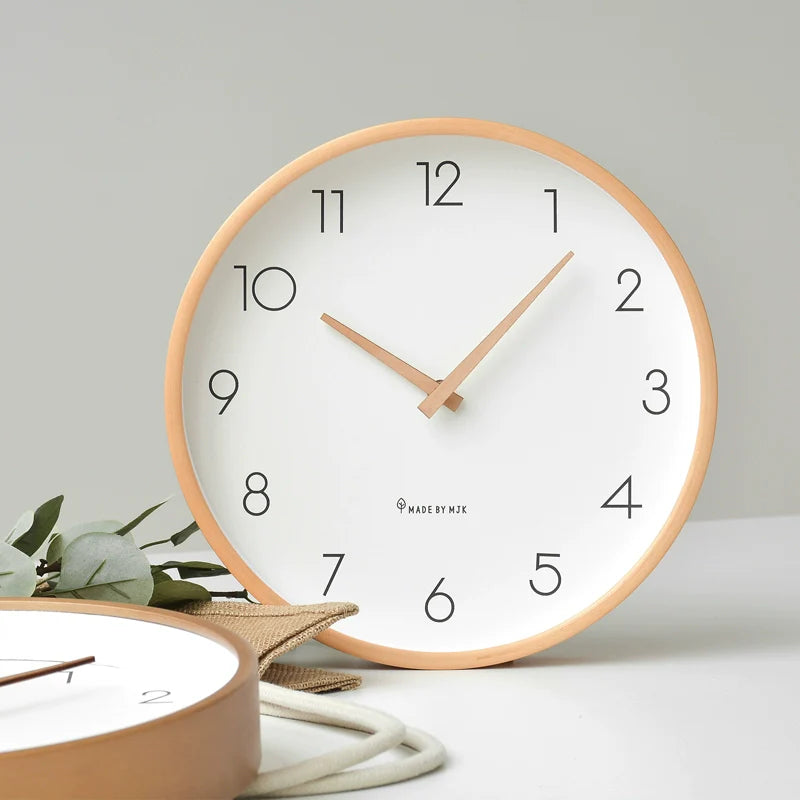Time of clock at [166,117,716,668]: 10:07
